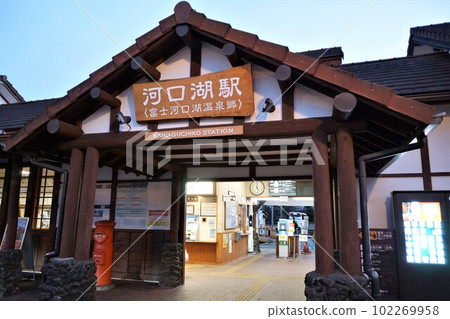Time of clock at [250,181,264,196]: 4:59
